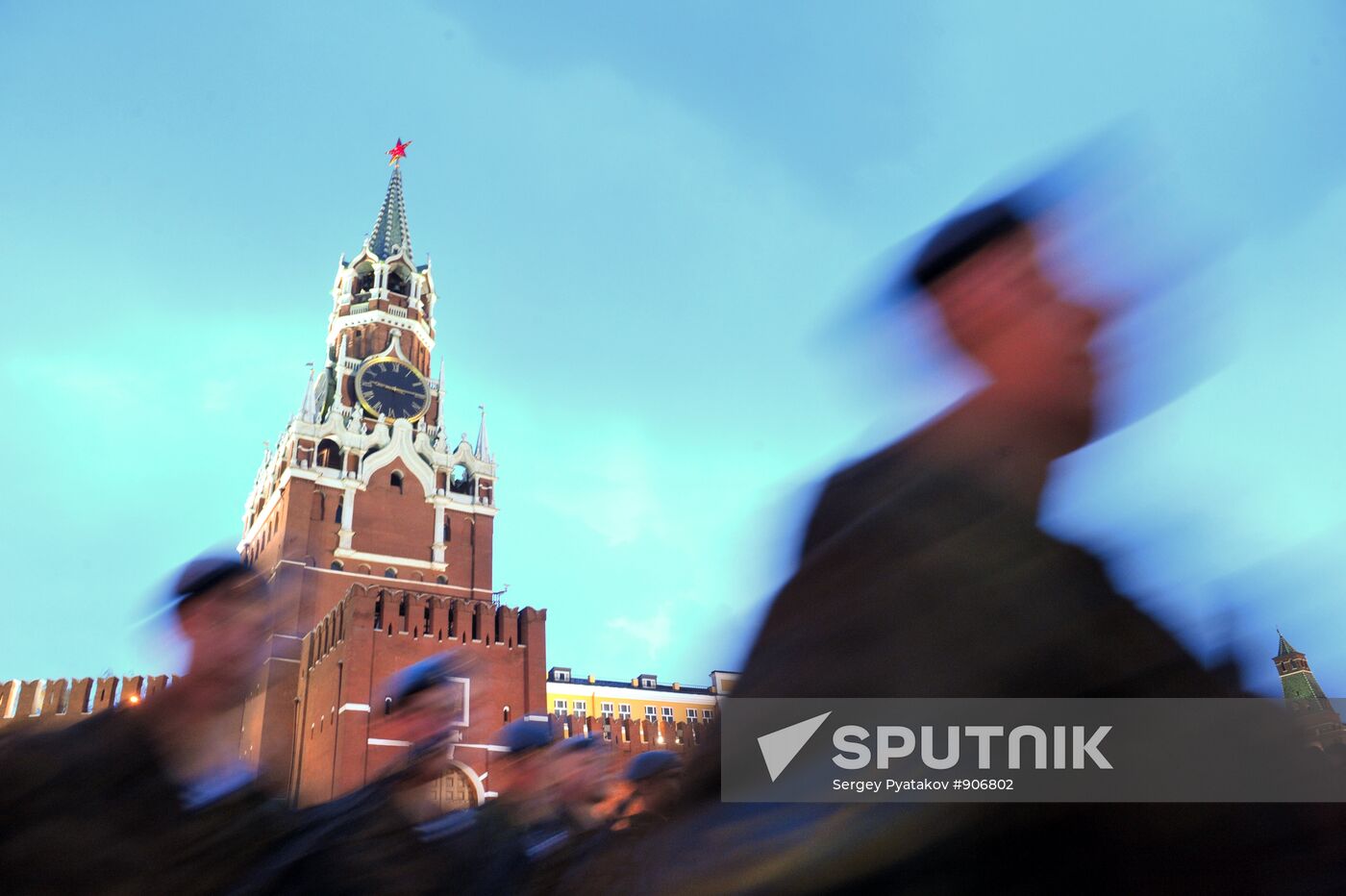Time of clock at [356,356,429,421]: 9:15
